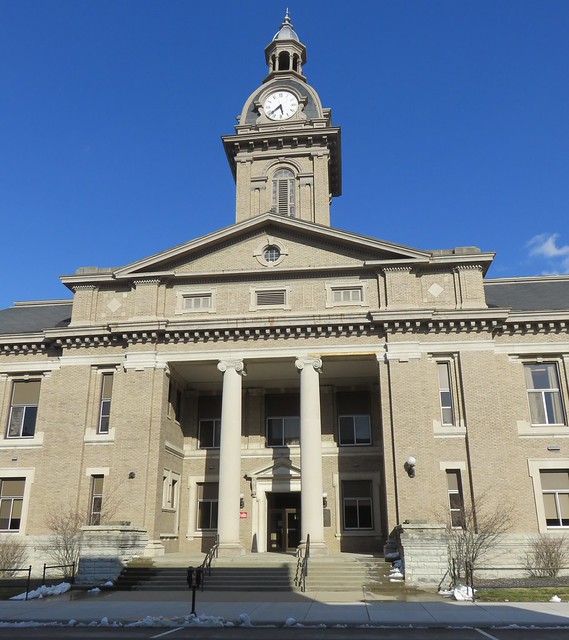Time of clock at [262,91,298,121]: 5:38
